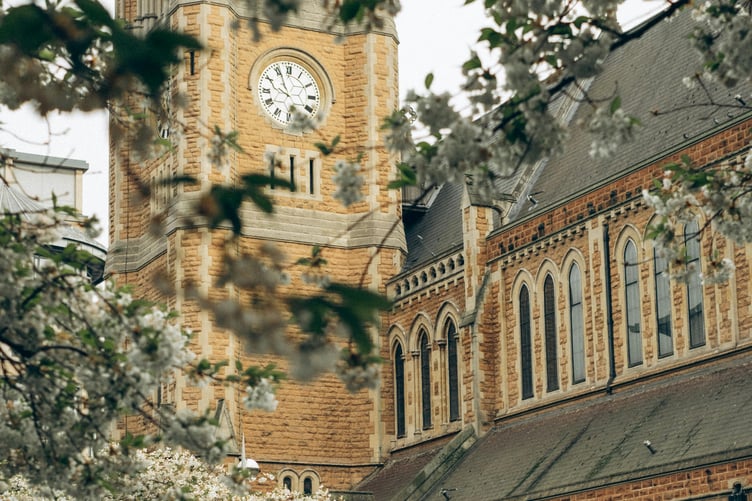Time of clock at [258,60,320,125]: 9:56
